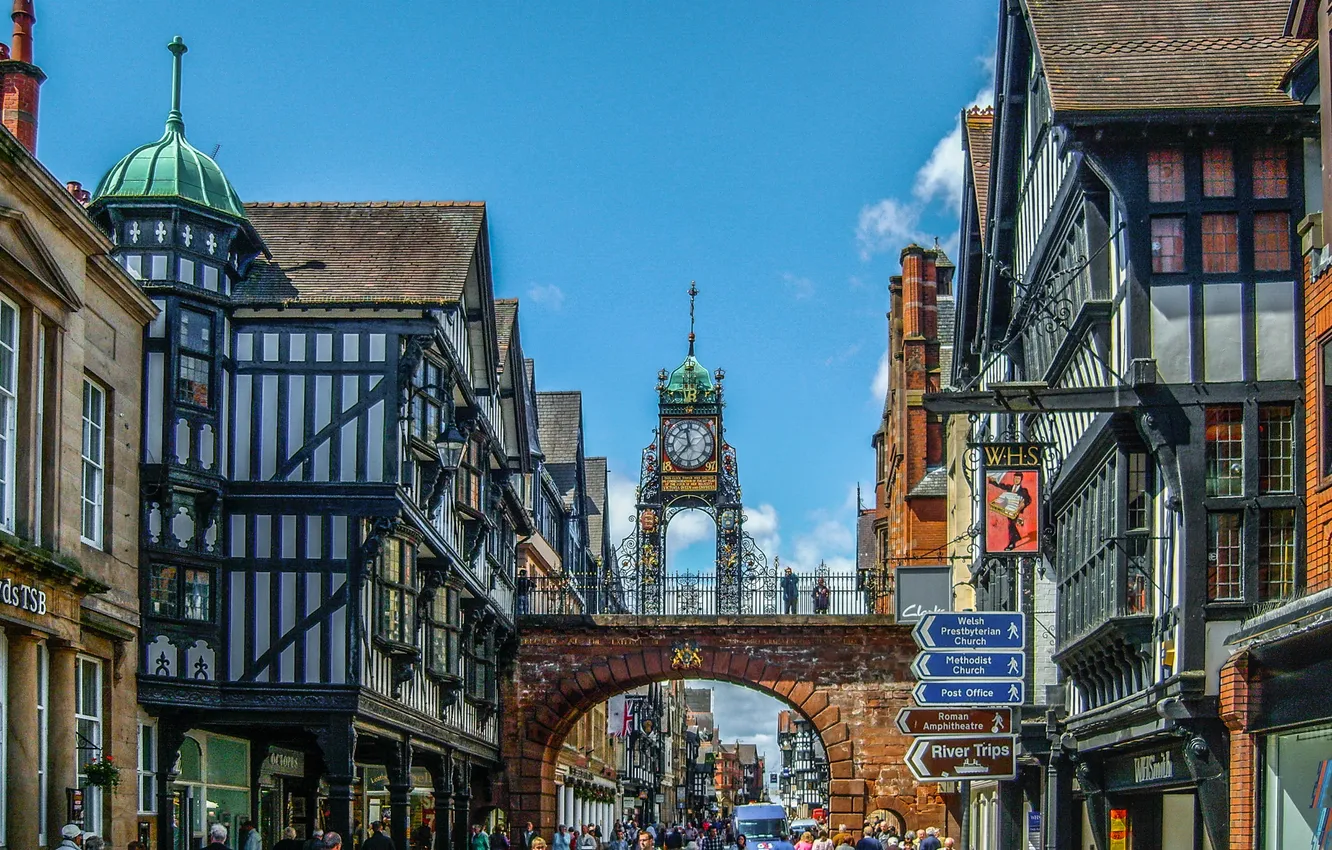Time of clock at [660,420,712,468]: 11:37
